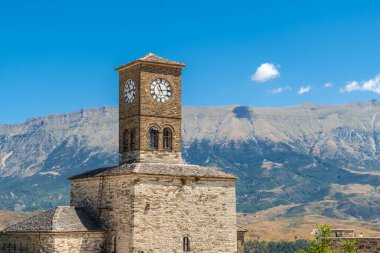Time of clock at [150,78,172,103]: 11:13
